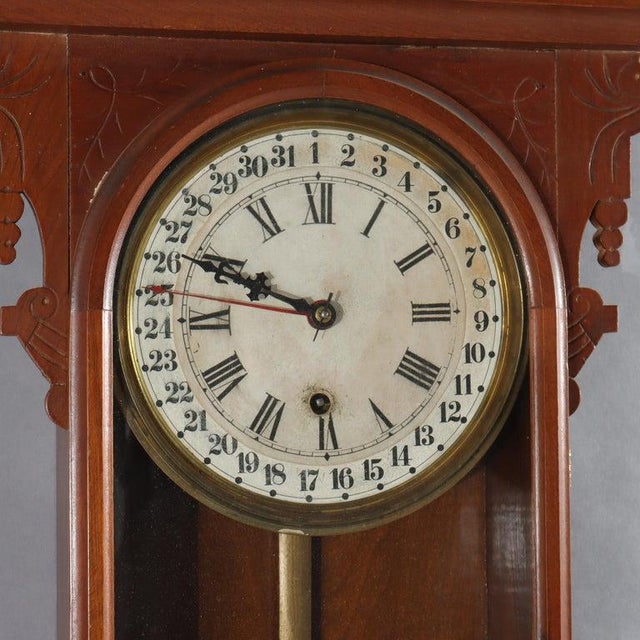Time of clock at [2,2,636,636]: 9:48
